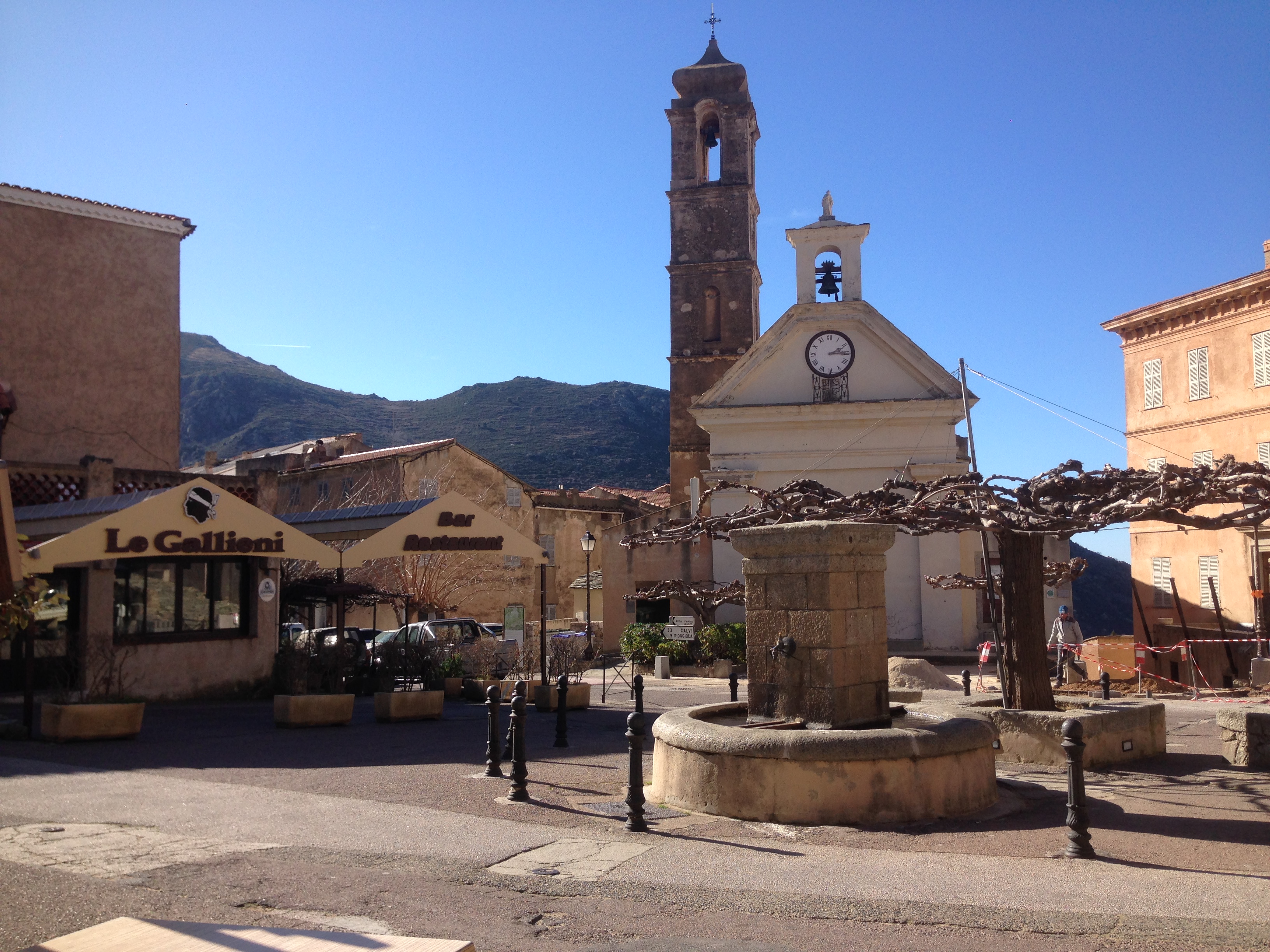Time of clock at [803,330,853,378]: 2:15
